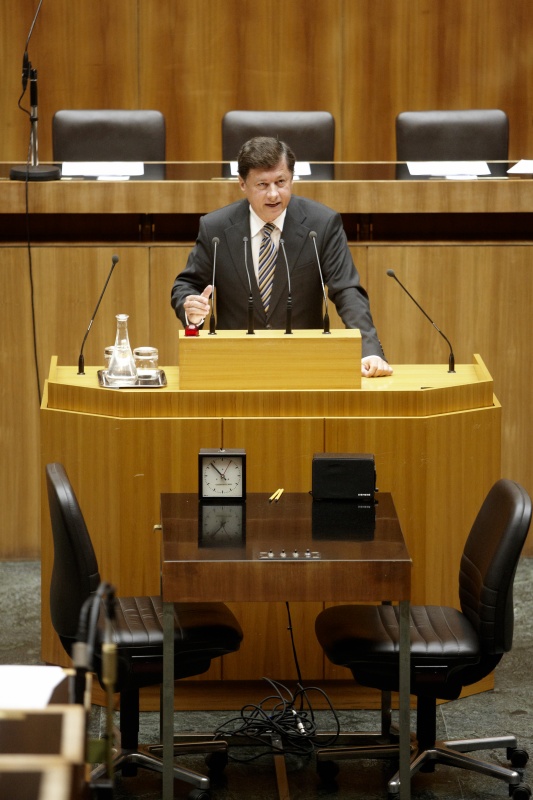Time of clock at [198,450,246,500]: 12:53
